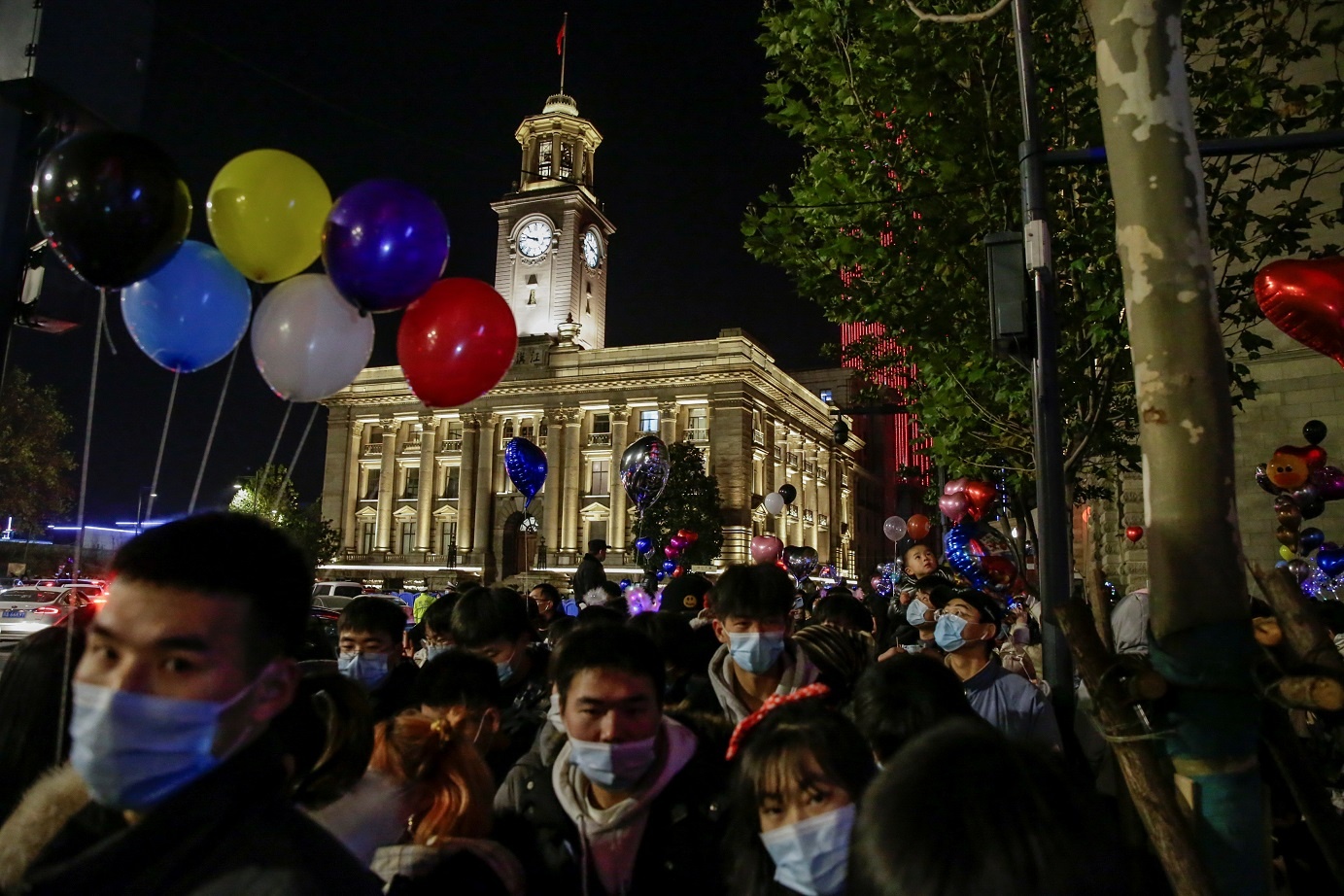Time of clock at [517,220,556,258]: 9:47
